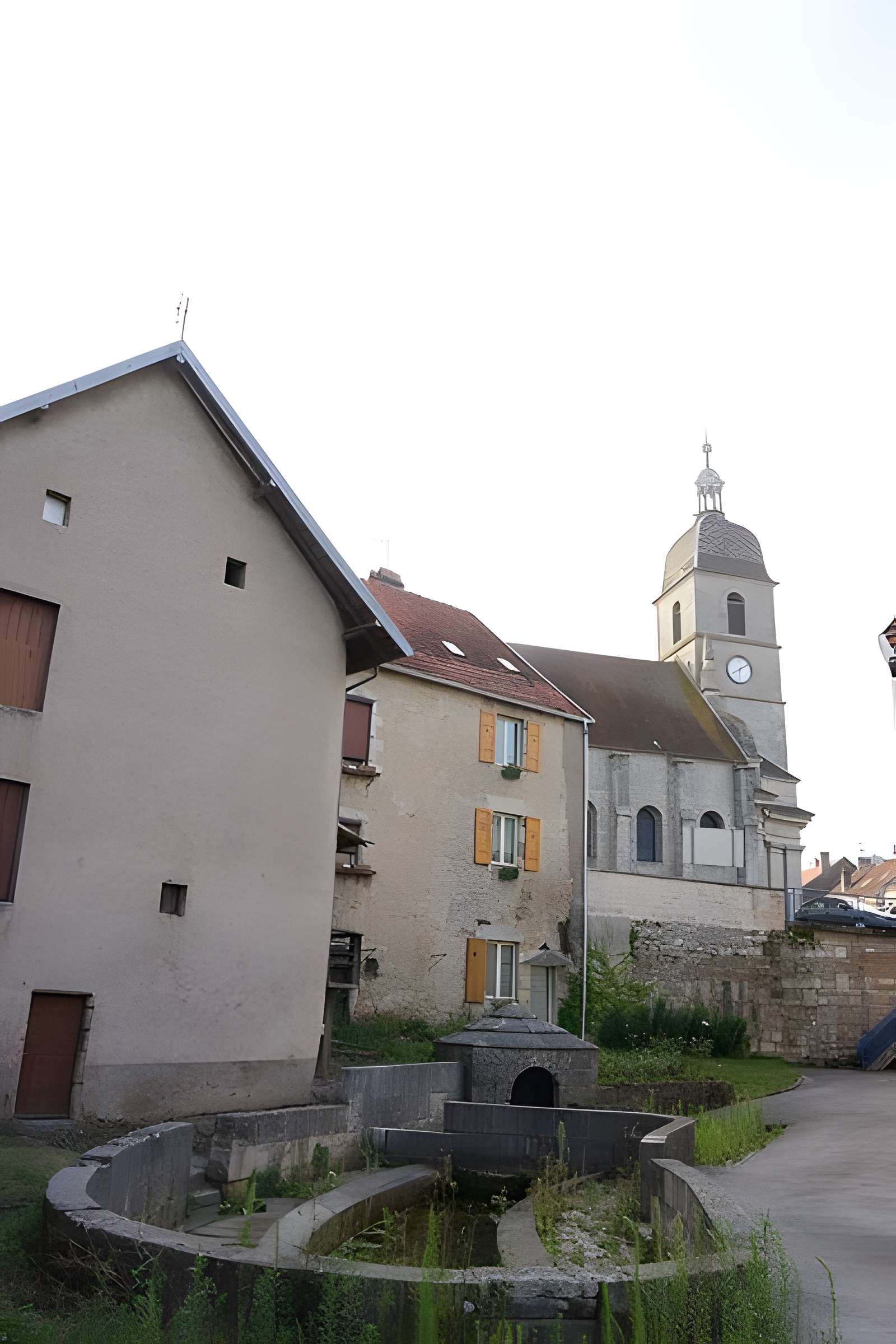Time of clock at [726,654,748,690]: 8:09
